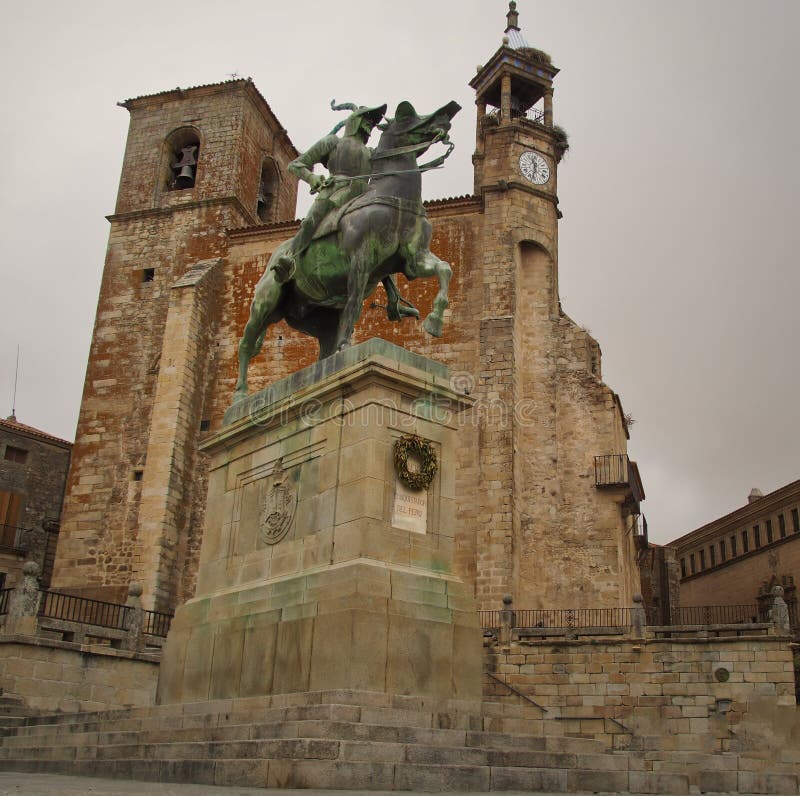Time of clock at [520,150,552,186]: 11:32
